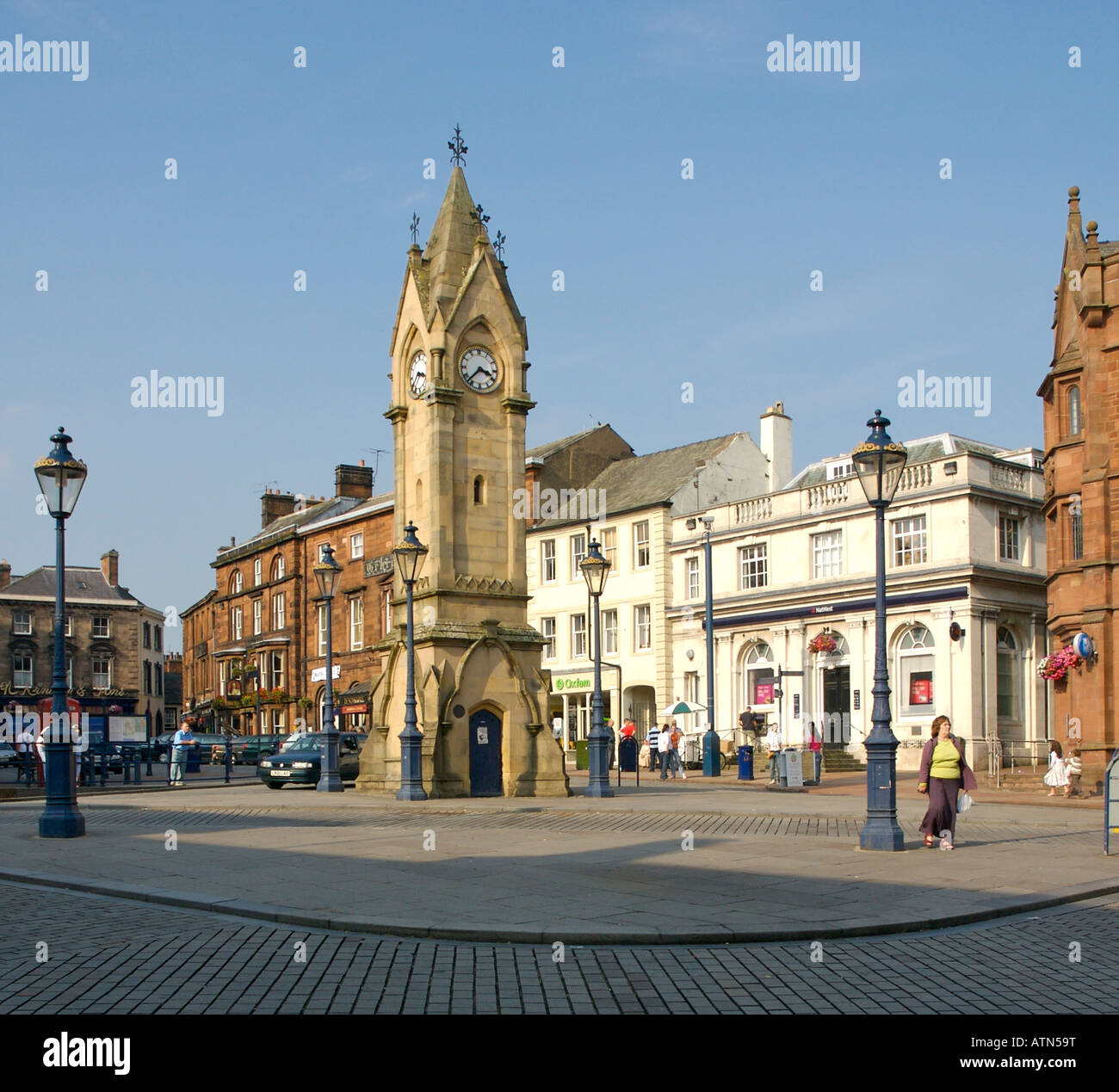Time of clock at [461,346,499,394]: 3:37
